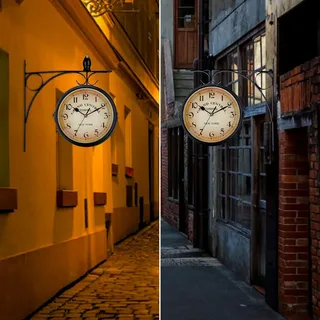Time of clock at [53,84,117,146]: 10:10
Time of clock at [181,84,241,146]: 10:10
